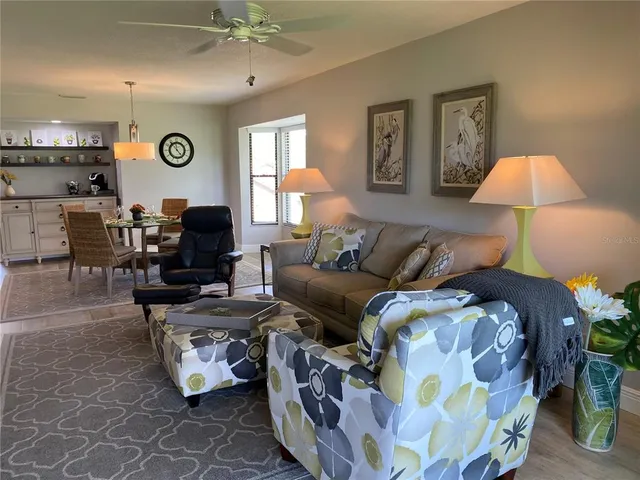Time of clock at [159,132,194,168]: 4:53
